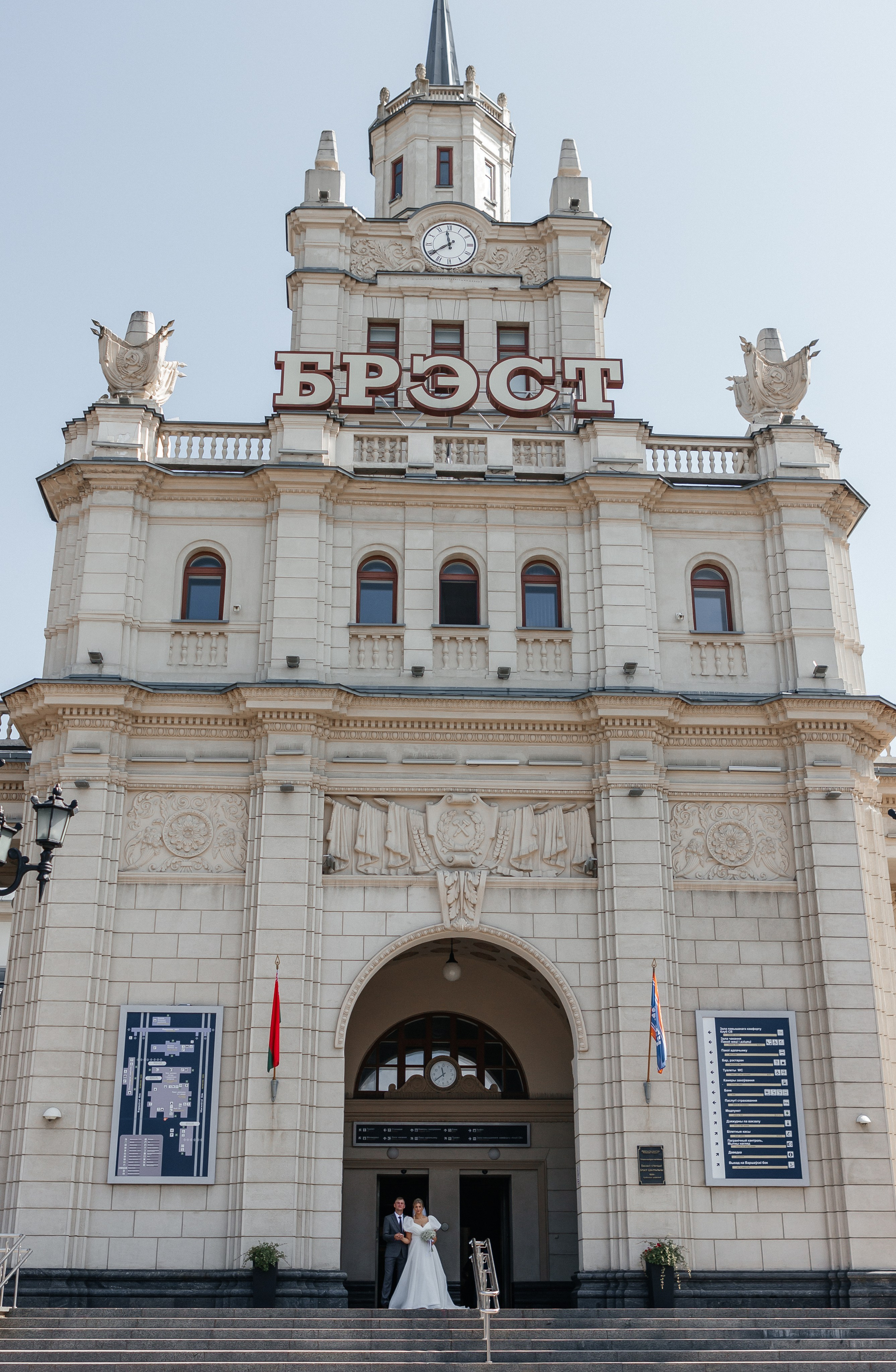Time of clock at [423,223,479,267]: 11:39
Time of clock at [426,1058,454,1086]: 11:38
